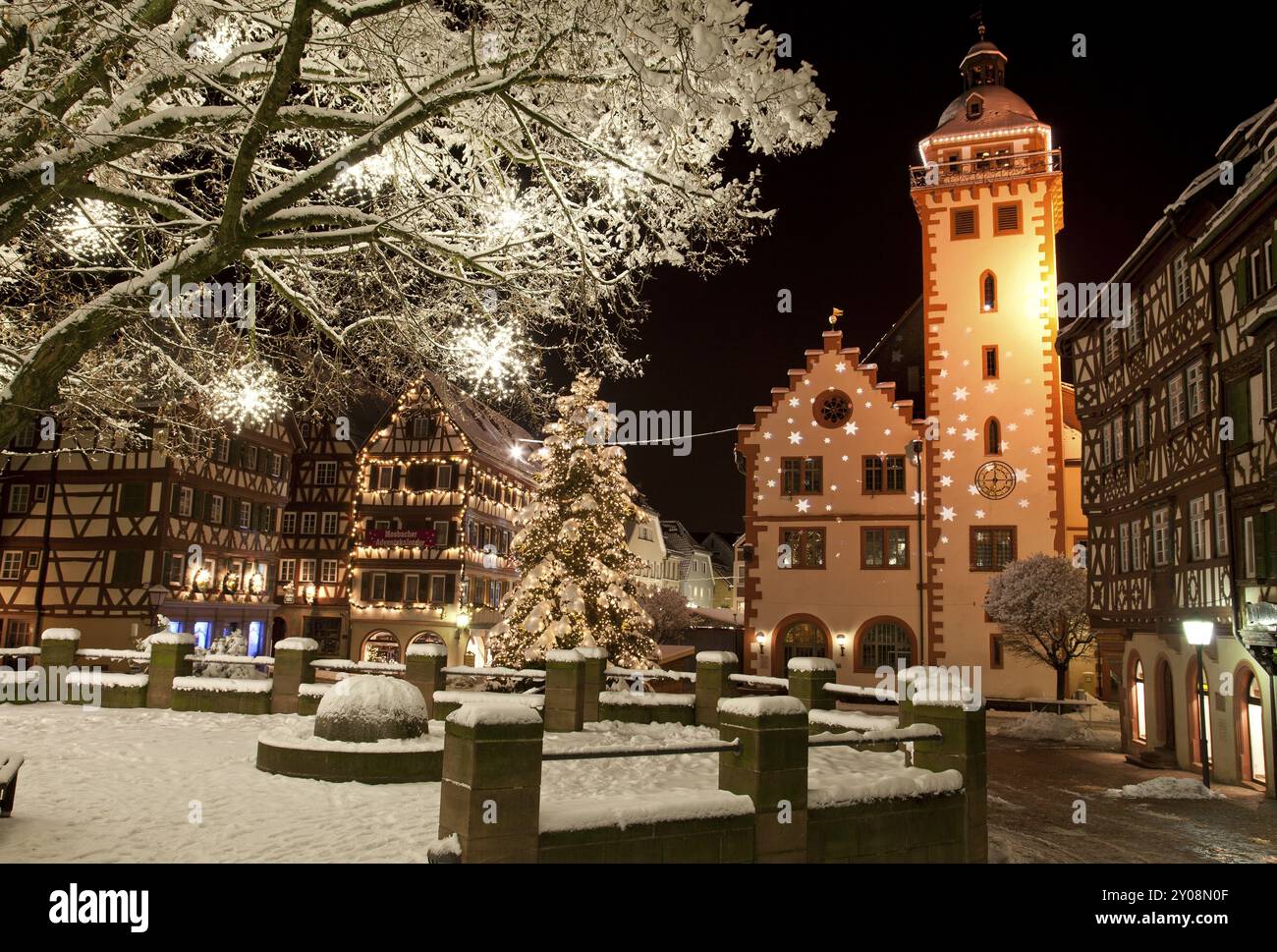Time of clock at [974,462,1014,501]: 12:14
